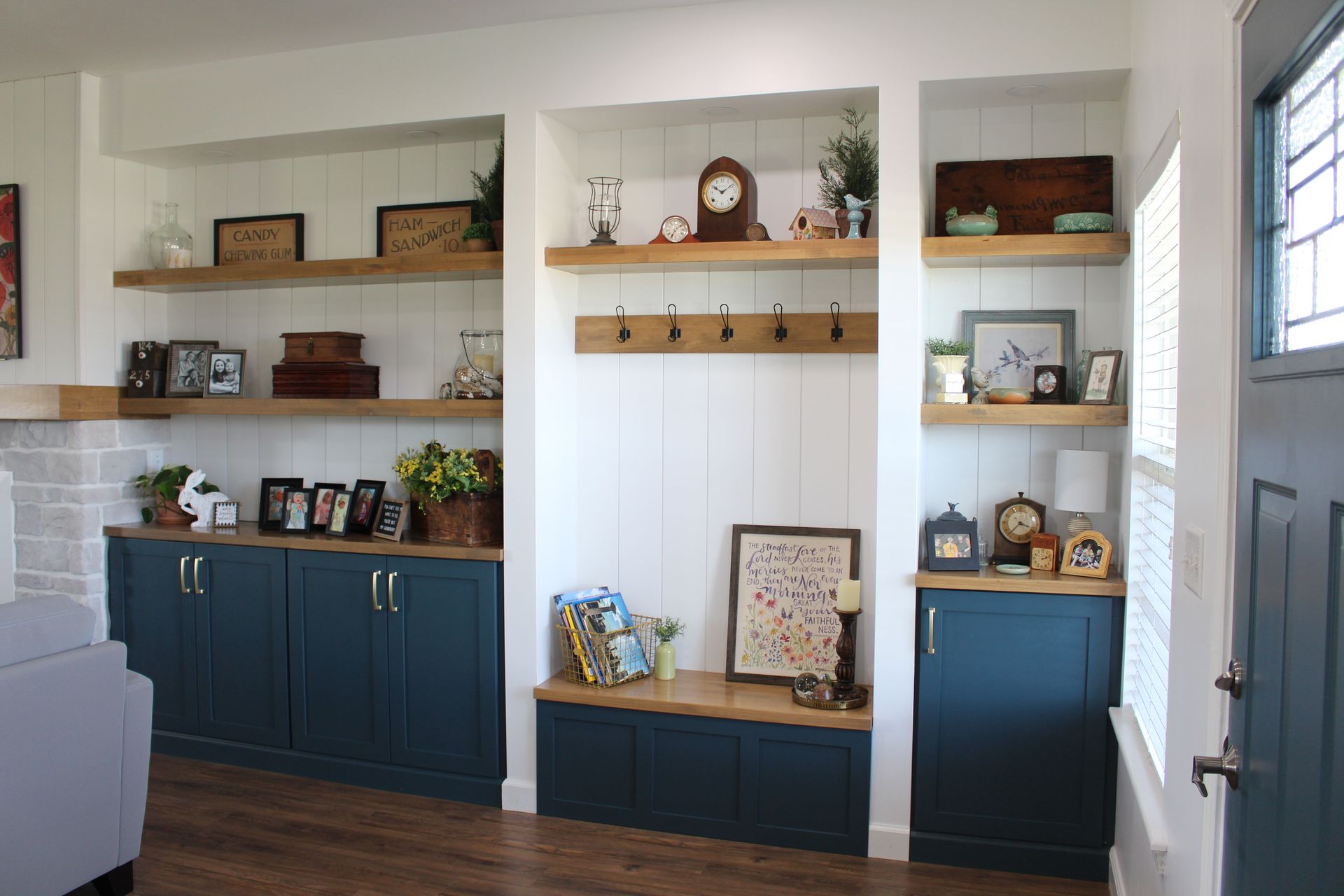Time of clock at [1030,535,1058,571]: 2:11
